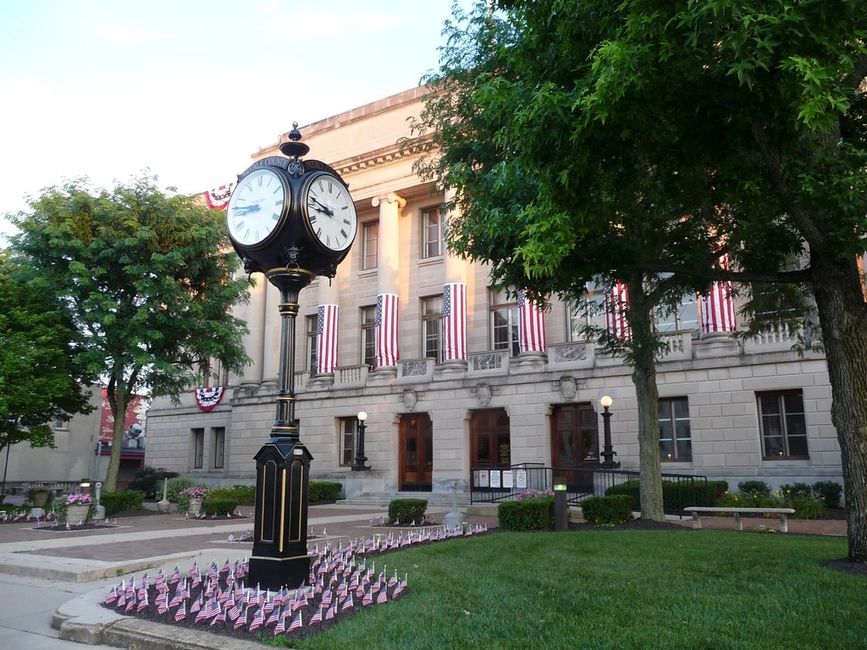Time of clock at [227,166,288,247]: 8:46
